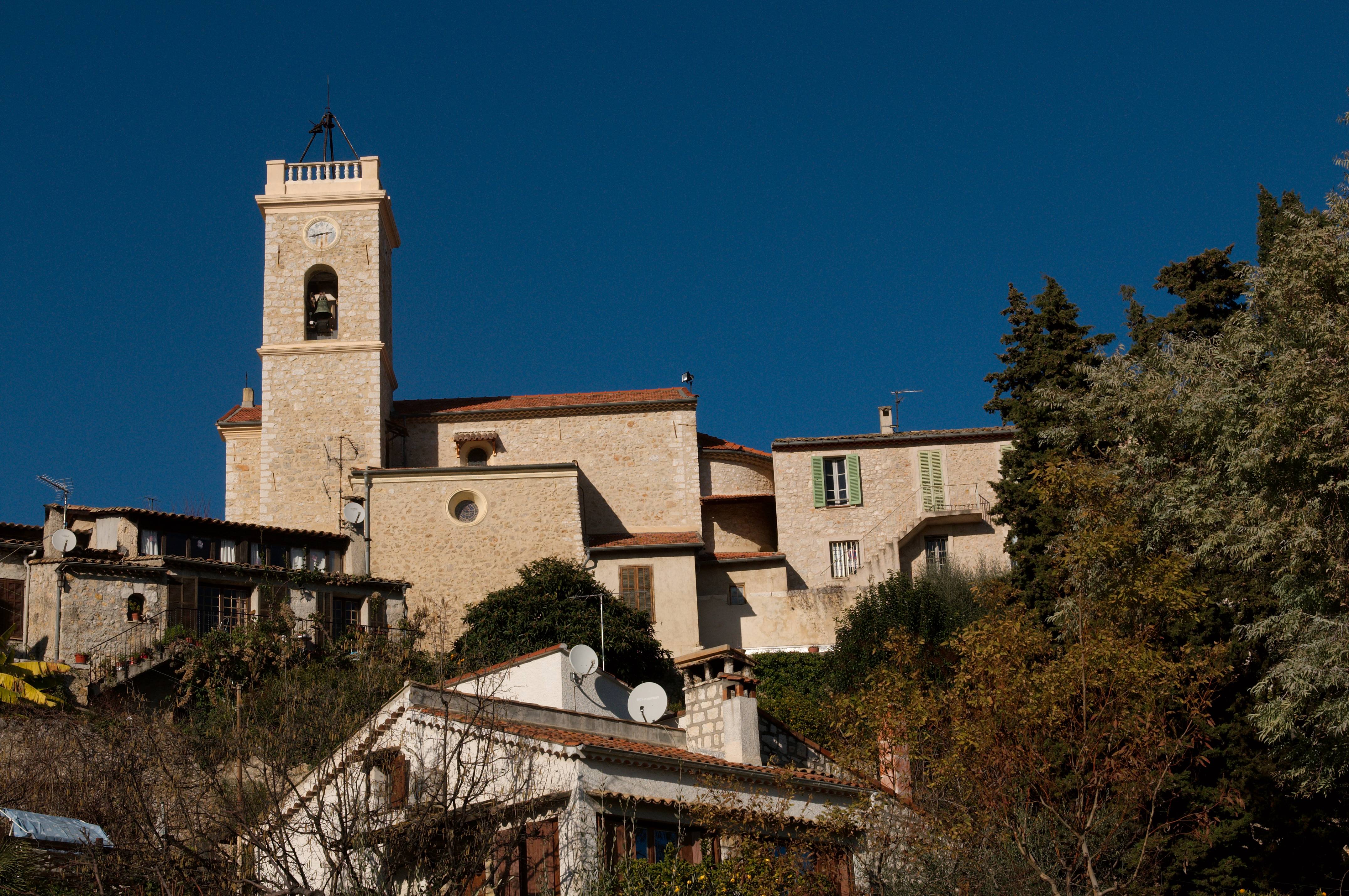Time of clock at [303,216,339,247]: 2:43
